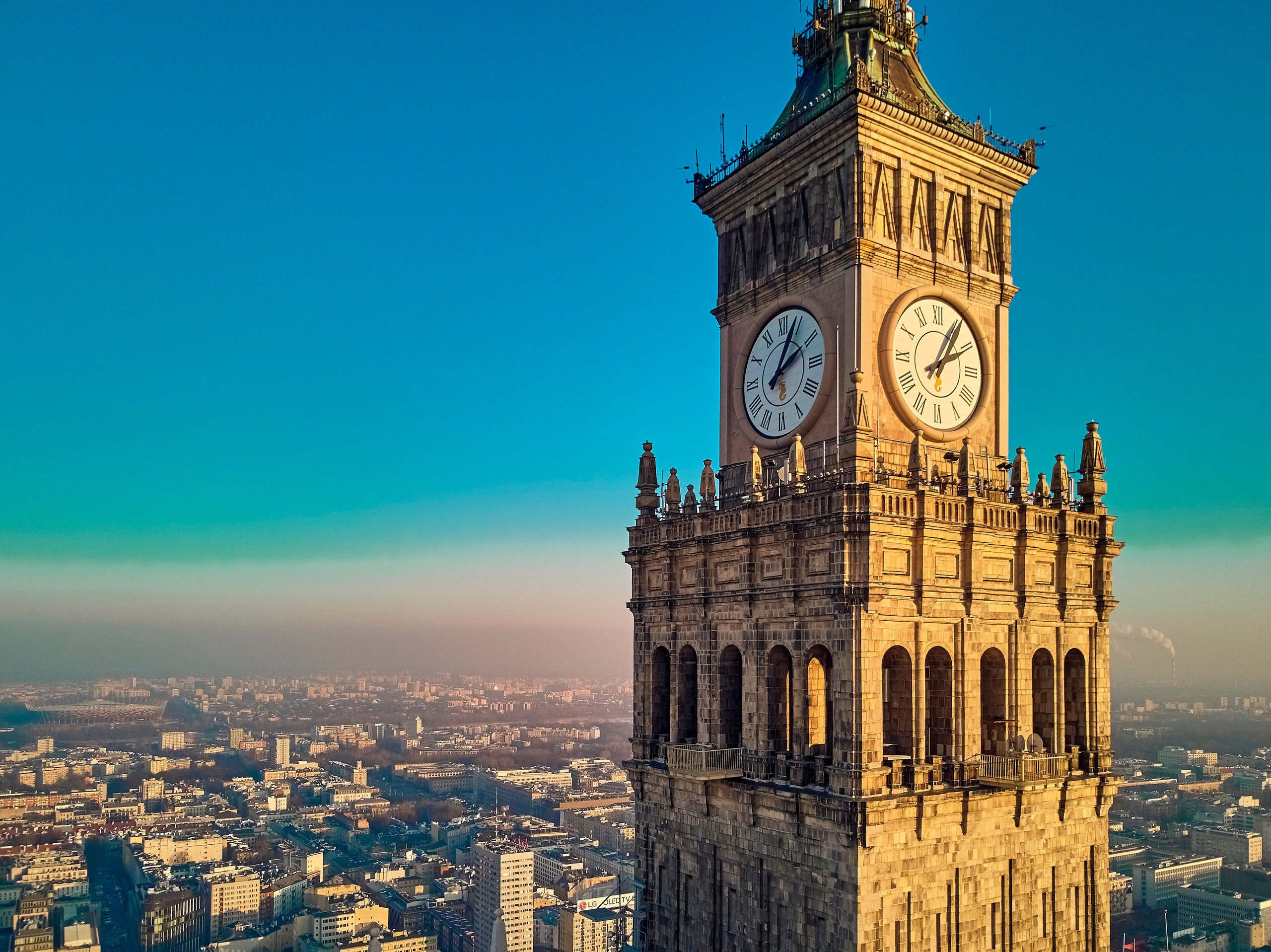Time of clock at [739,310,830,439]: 2:03
